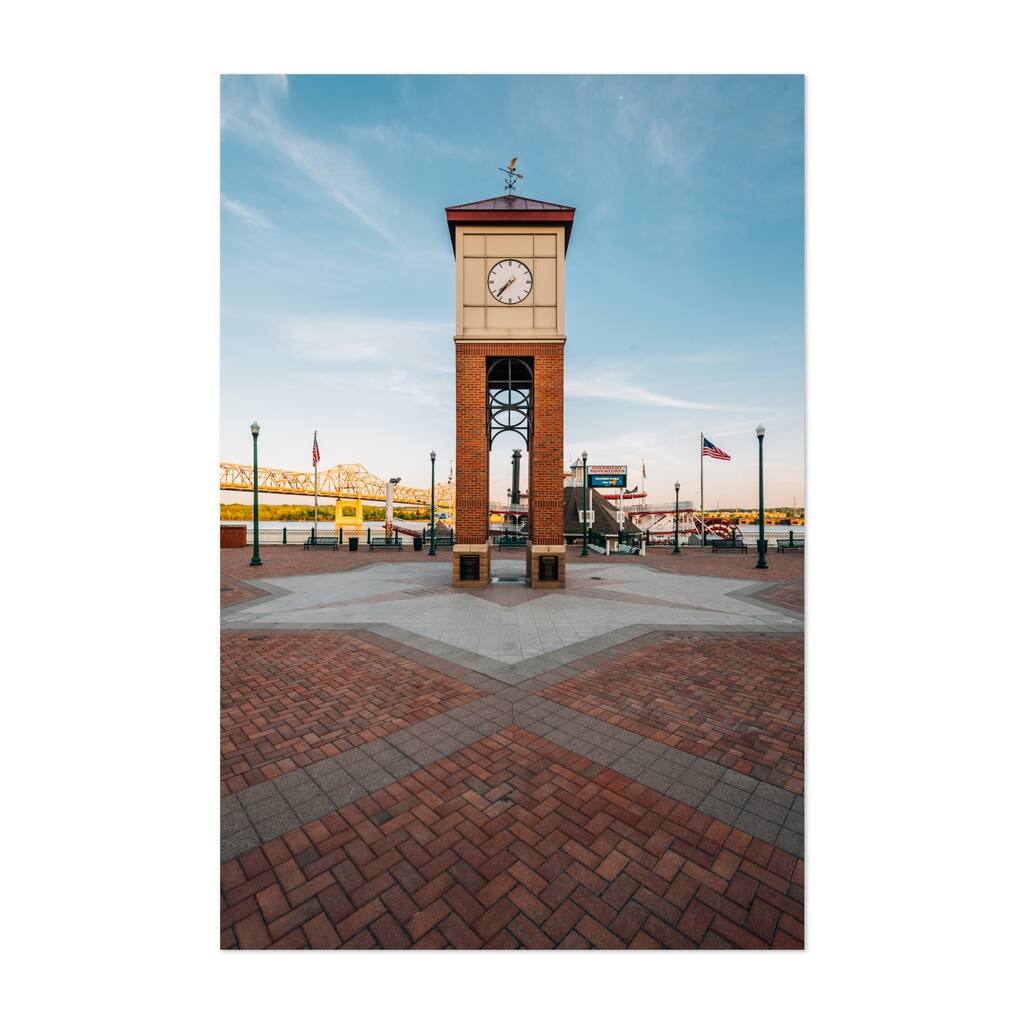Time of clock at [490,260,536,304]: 7:37
